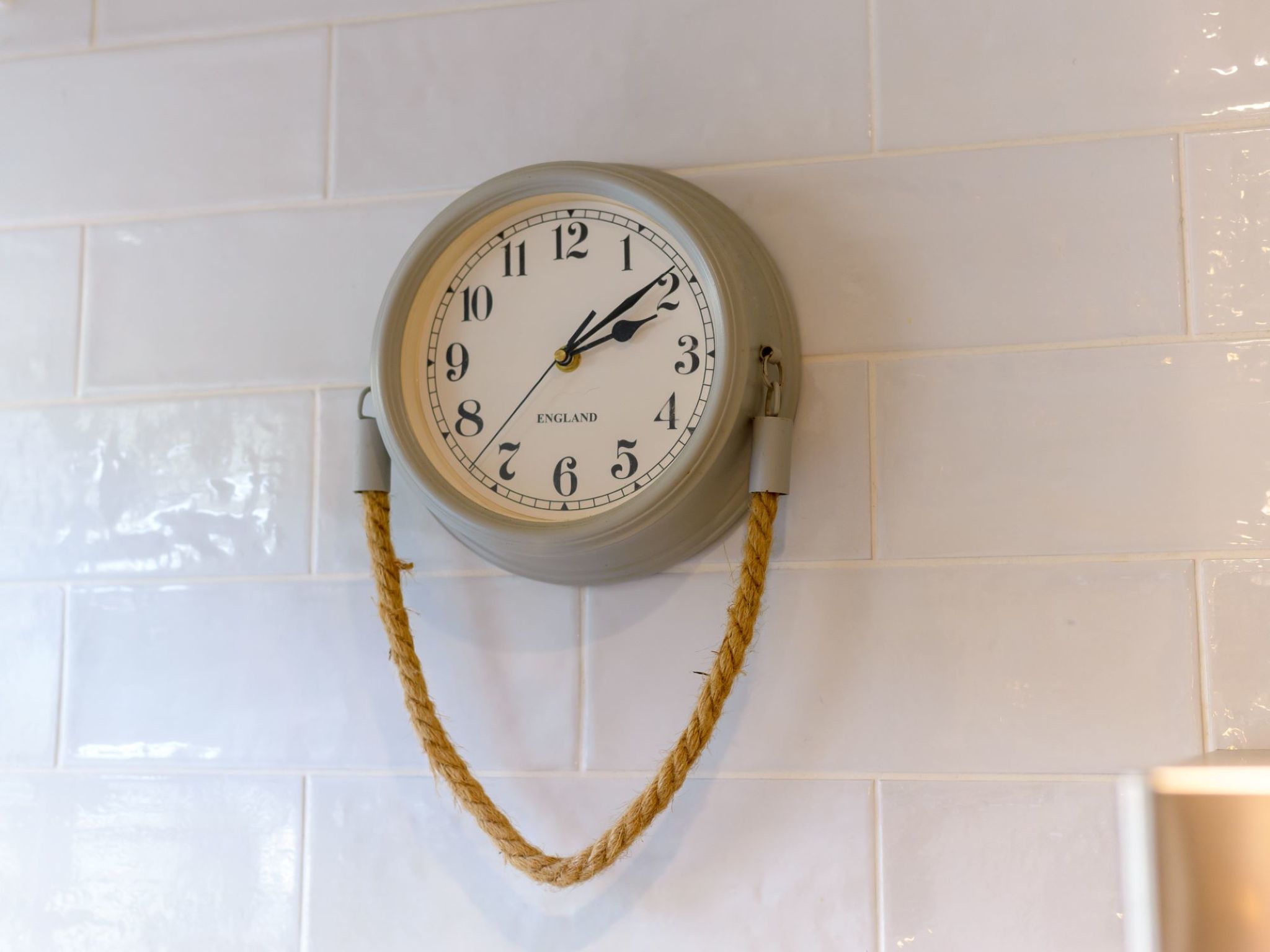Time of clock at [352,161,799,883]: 2:08
